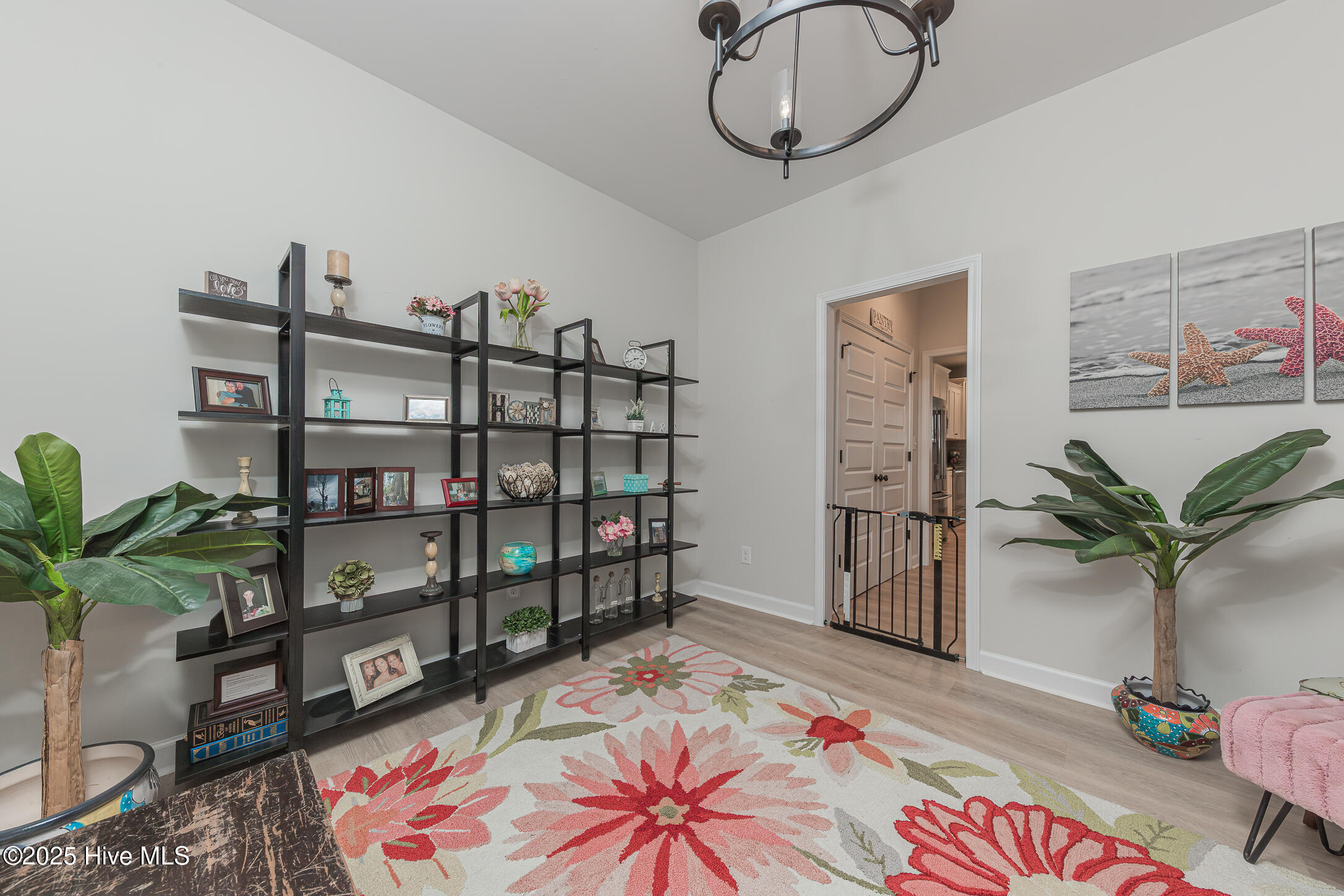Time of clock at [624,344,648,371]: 2:38
